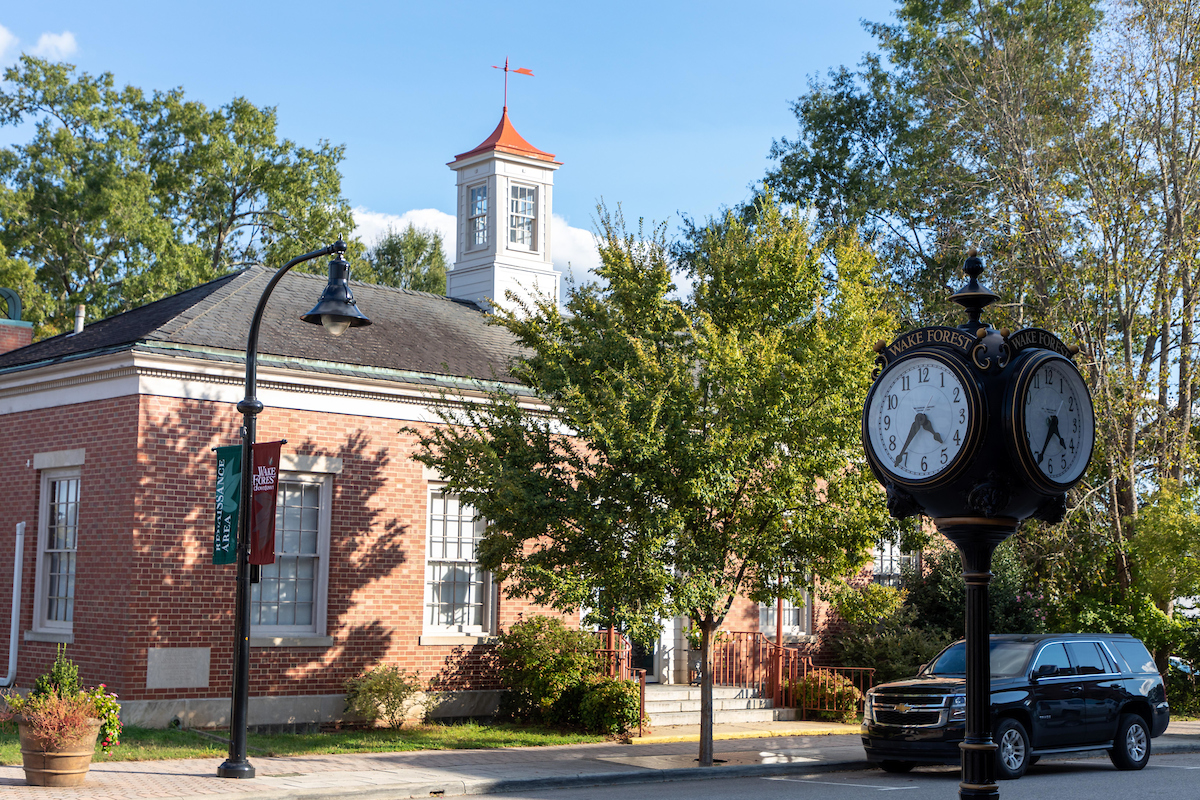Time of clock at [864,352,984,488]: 4:36
